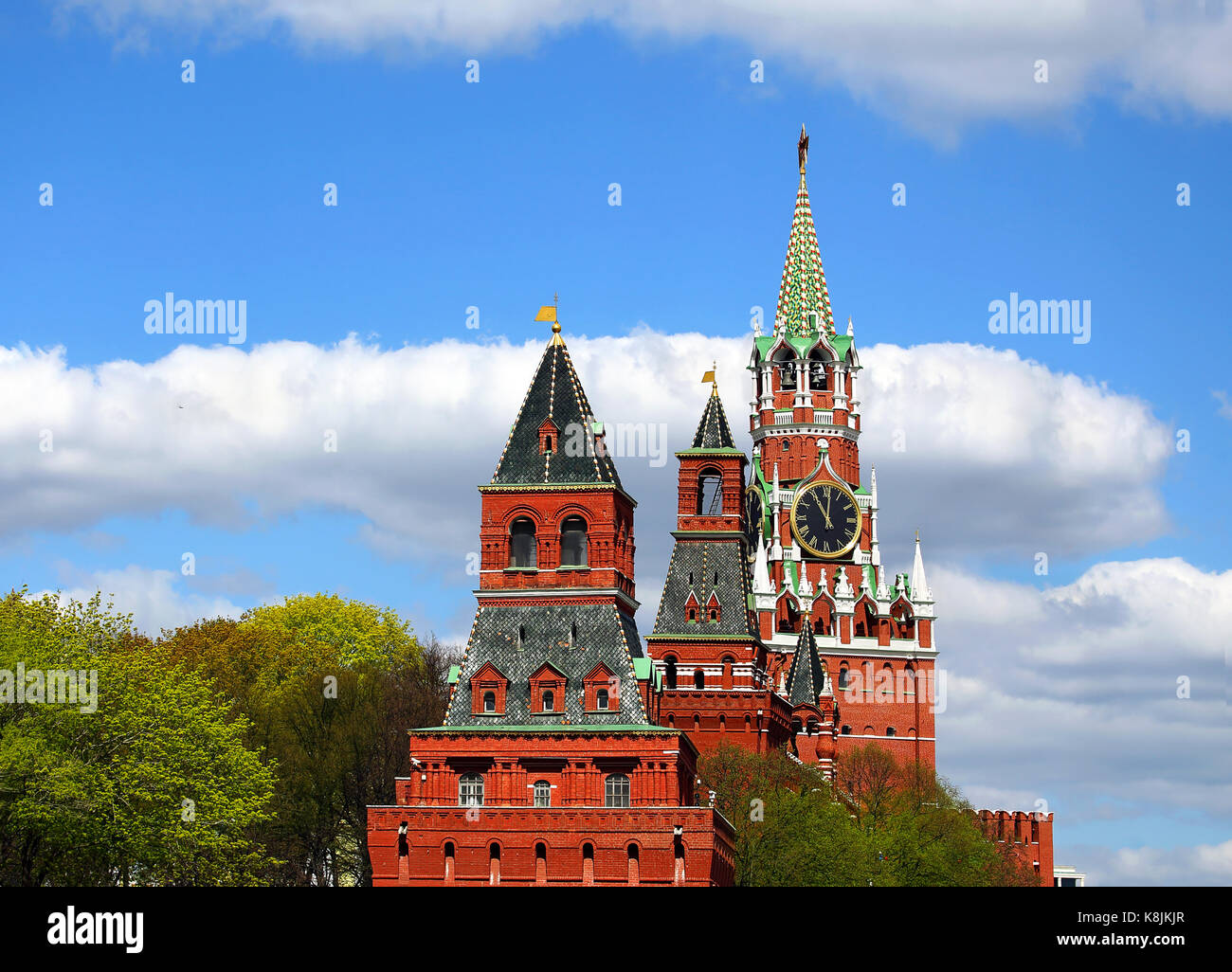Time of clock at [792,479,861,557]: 11:01
